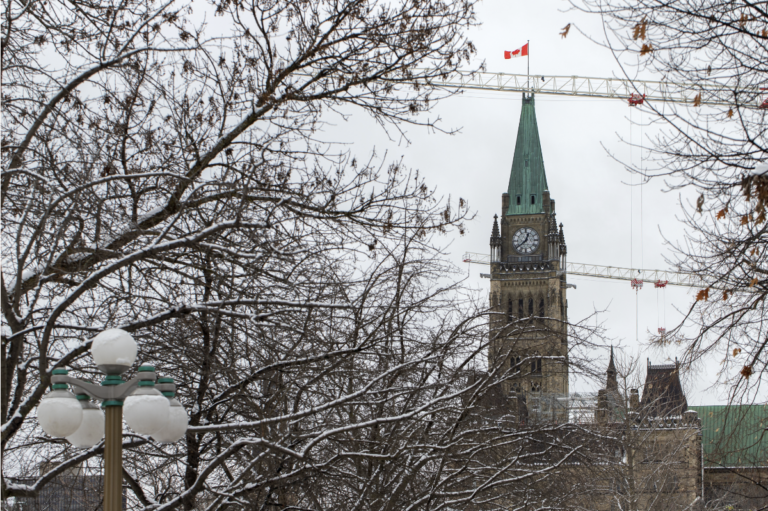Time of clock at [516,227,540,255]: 12:38
